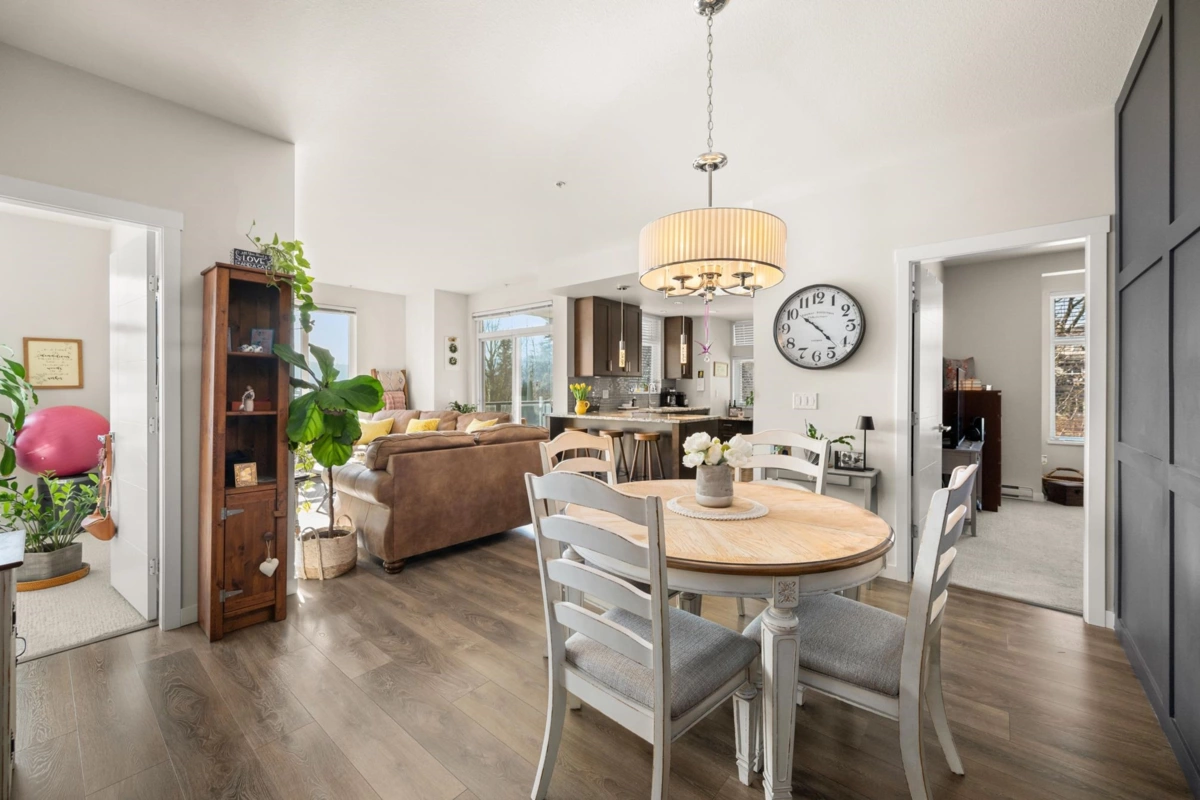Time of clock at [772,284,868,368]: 10:22
